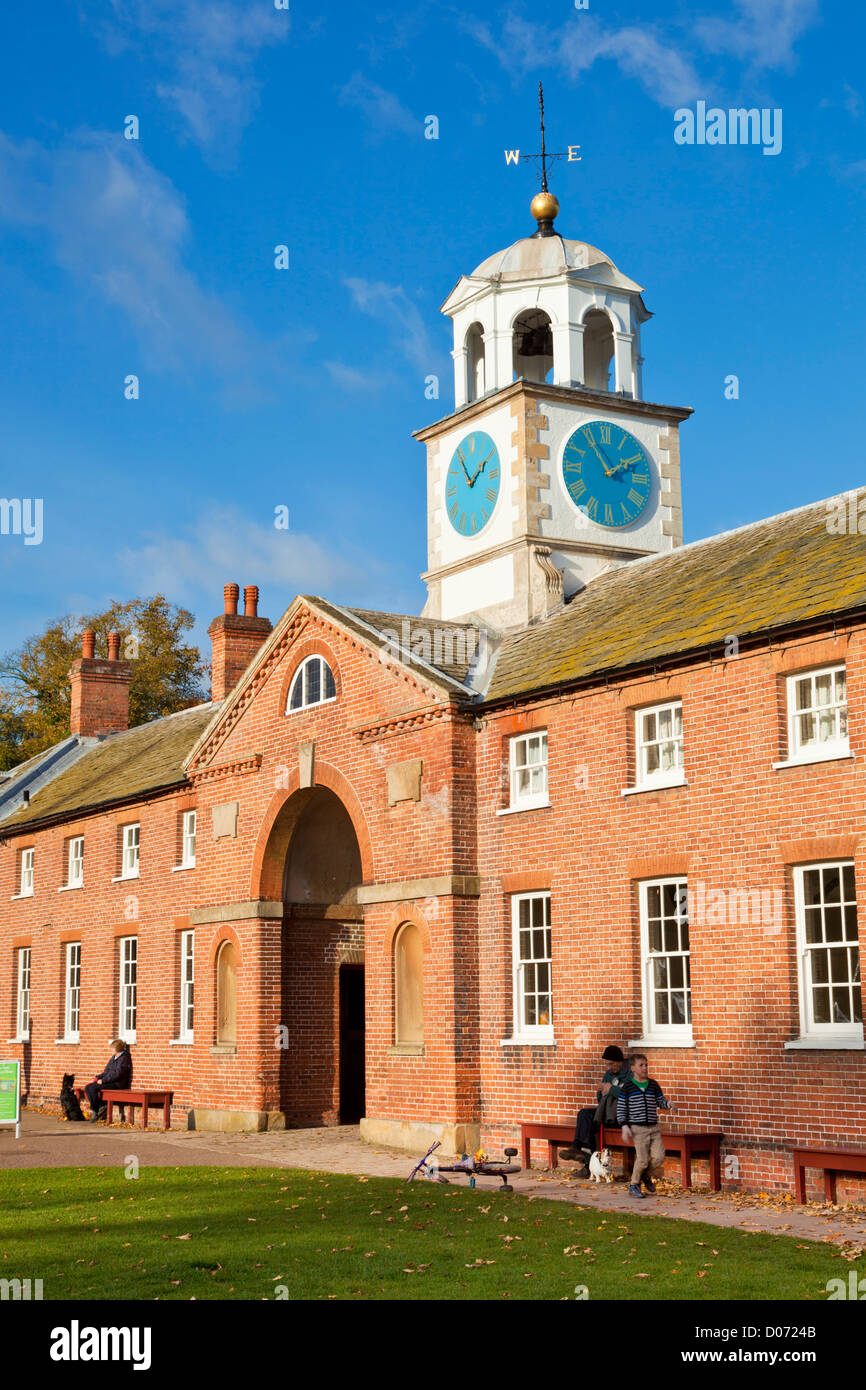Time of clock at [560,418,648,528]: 1:54
